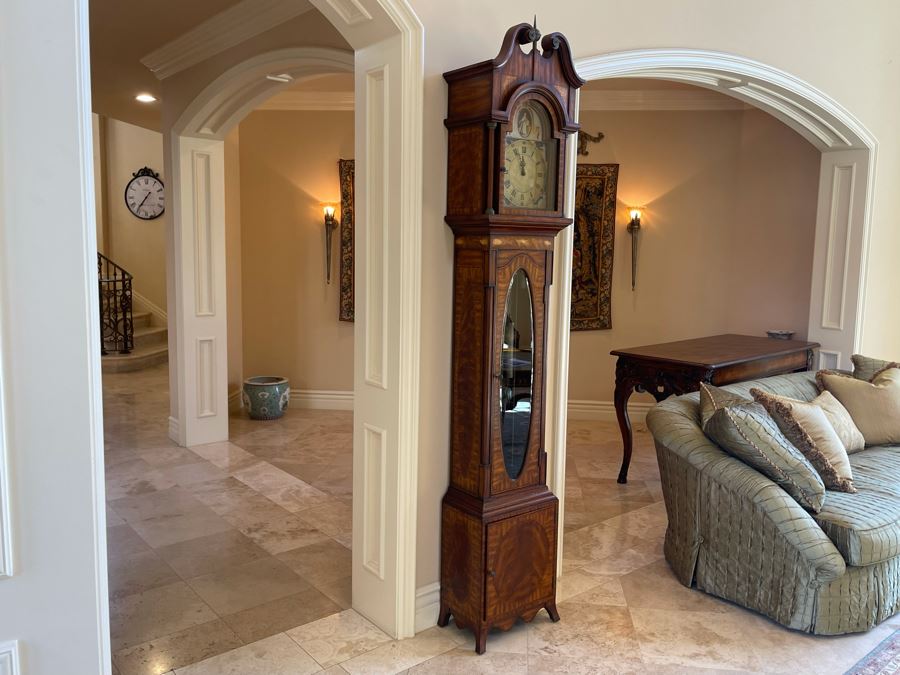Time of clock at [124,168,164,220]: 7:36
